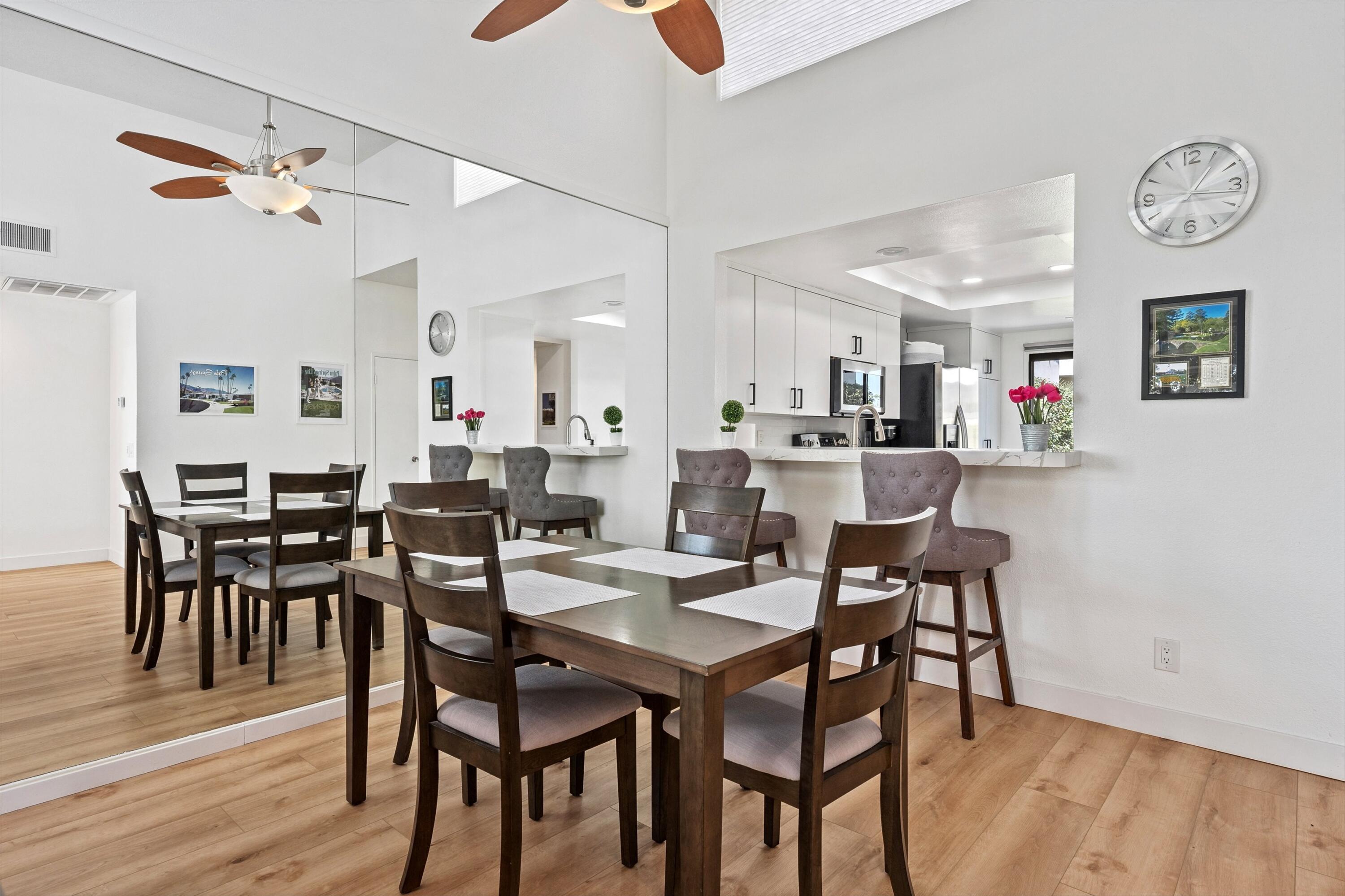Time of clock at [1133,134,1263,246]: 1:16
